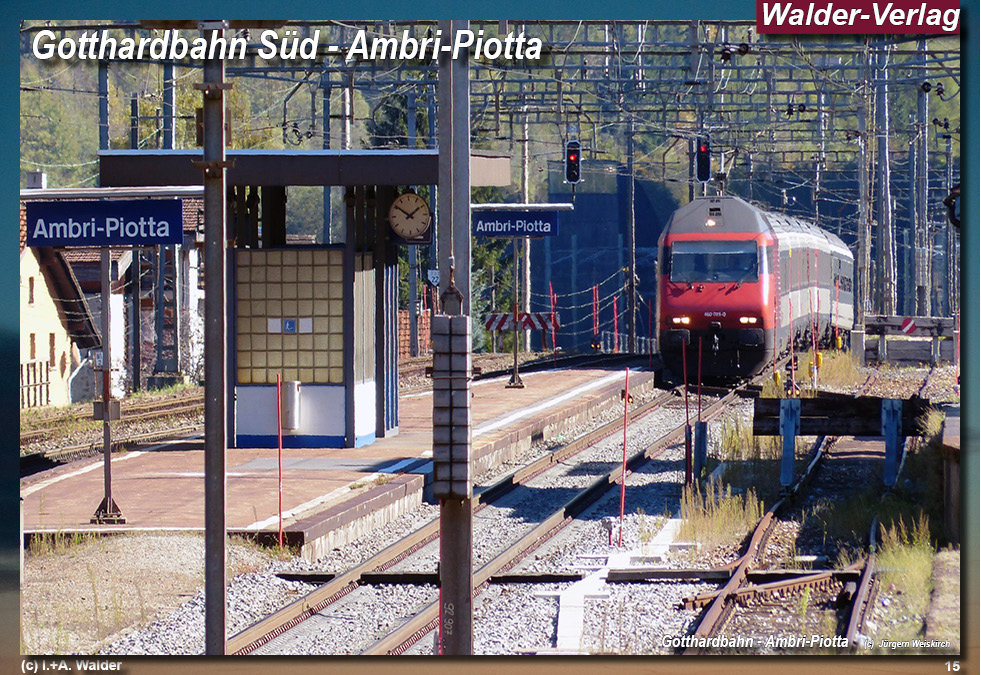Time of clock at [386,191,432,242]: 1:51
